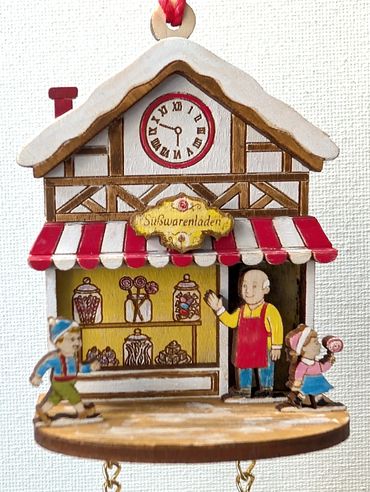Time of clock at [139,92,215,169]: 5:48
